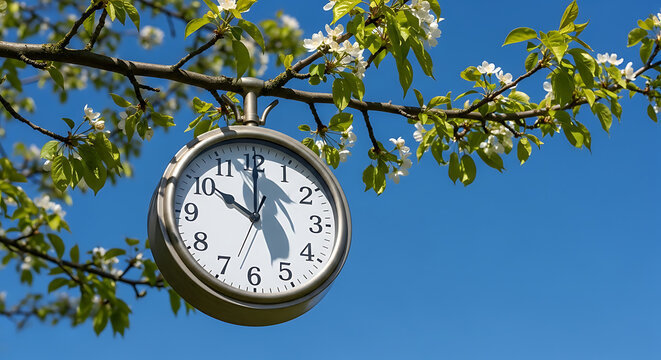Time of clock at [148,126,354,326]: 10:00
